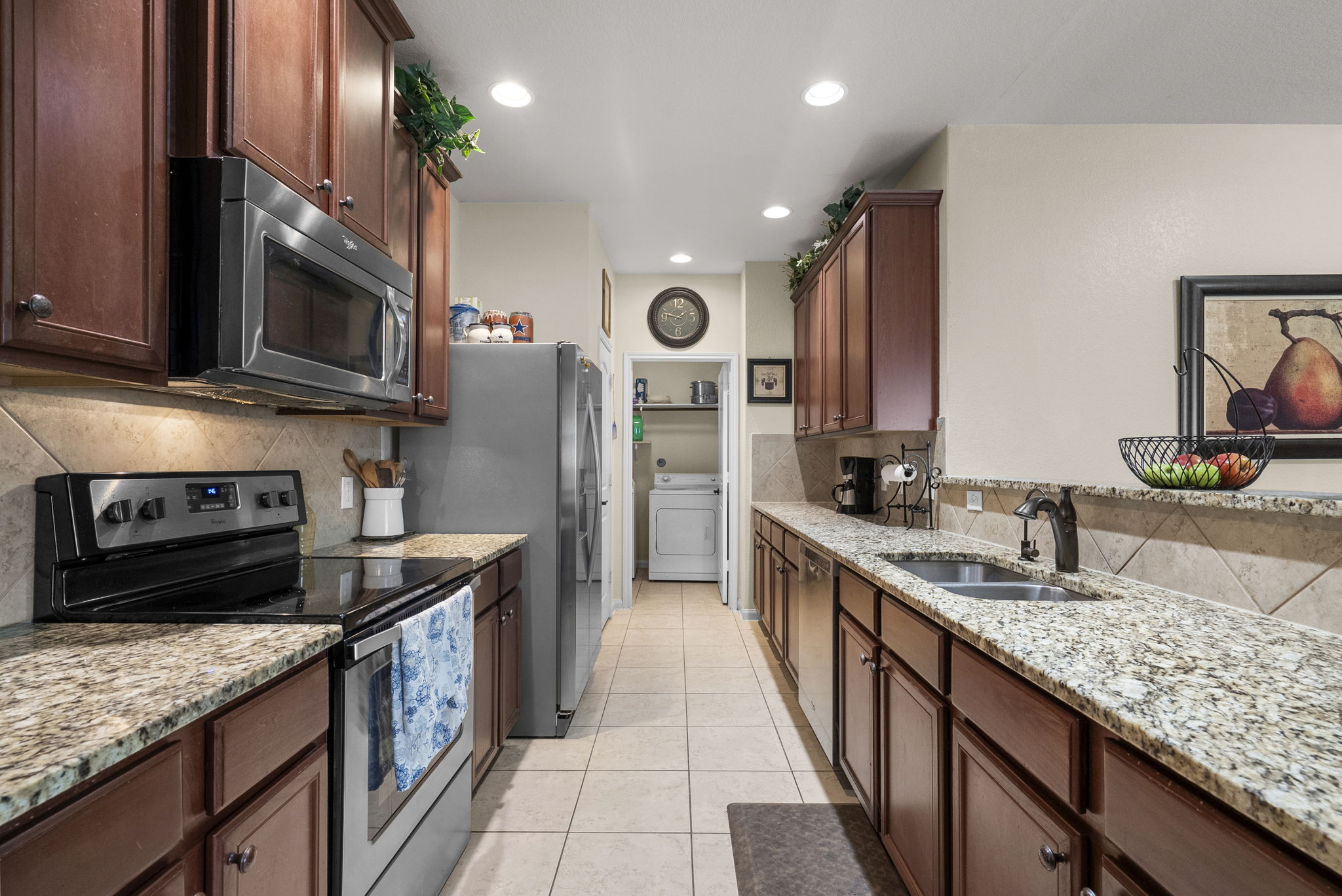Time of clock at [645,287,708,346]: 1:47
